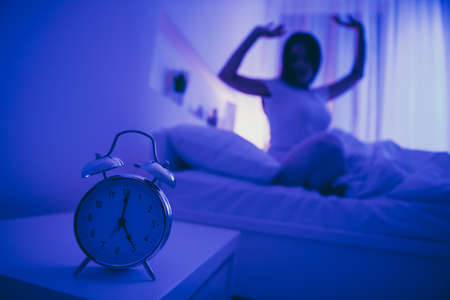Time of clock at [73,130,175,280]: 5:01
